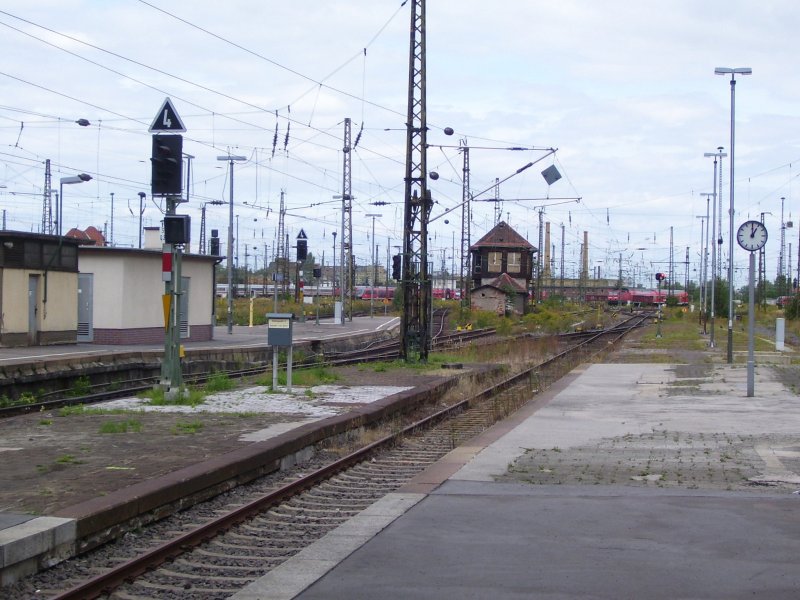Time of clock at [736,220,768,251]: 1:00
